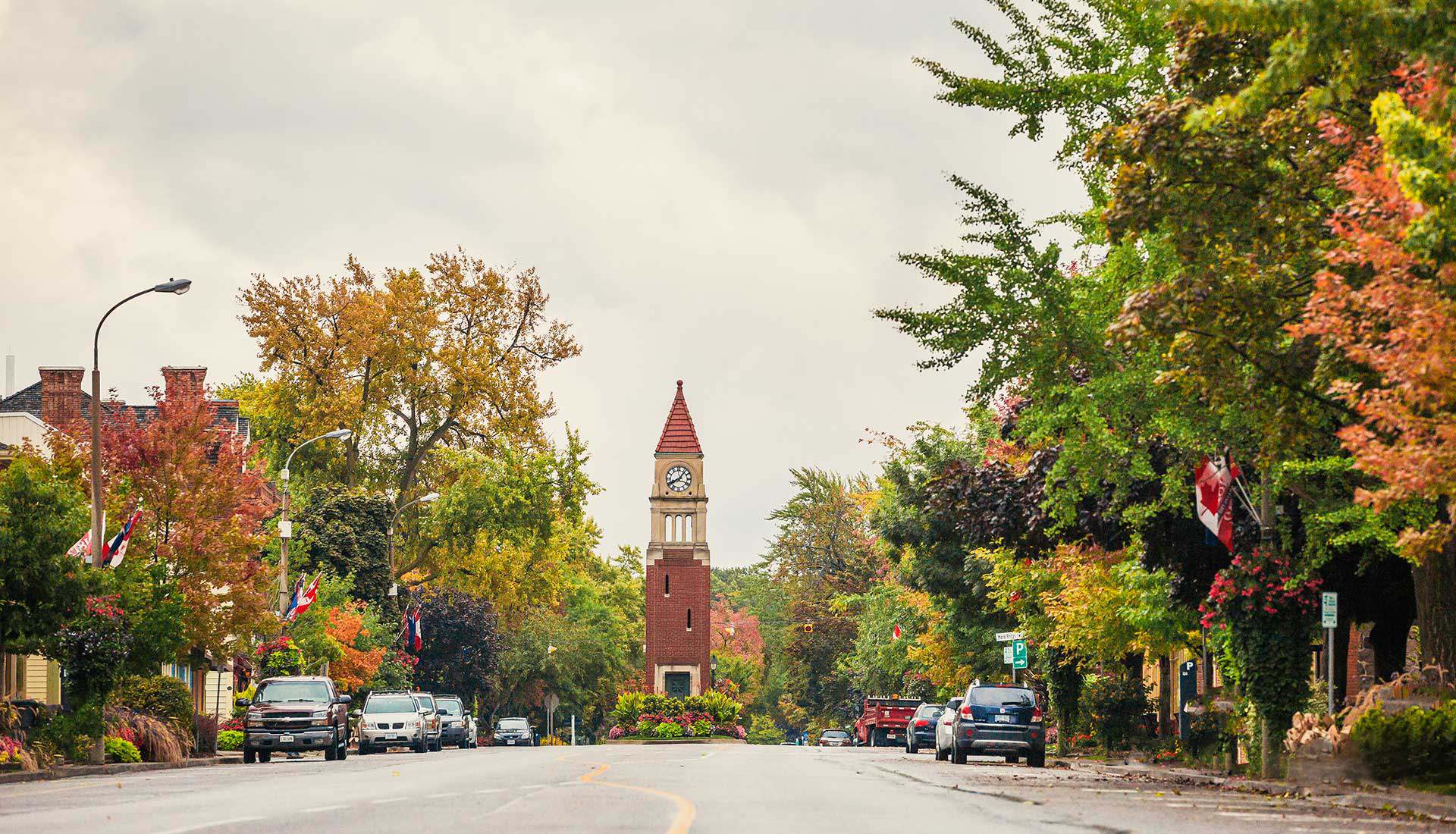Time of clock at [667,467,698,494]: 8:06
